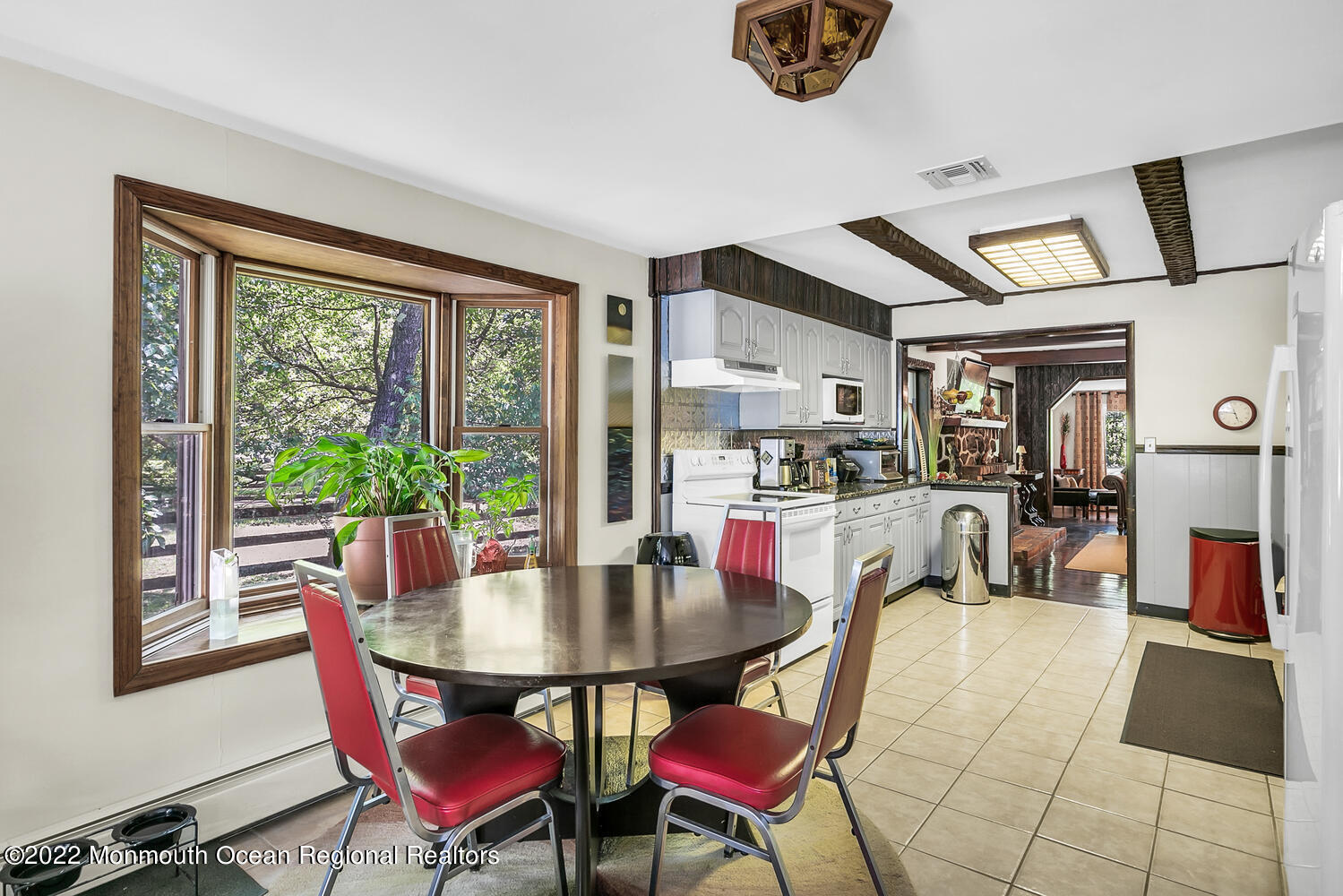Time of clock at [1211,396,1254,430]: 5:26
